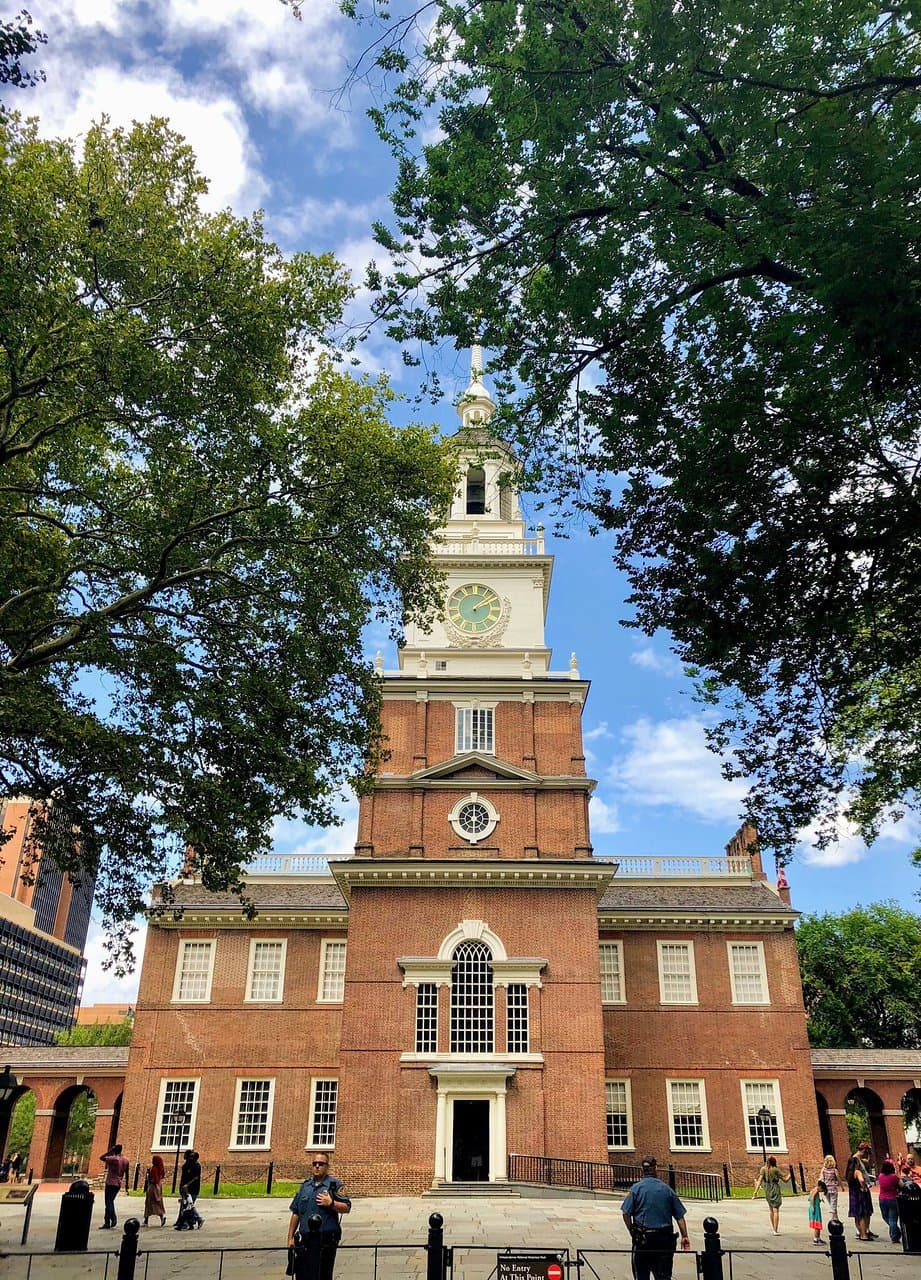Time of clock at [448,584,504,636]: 2:08
